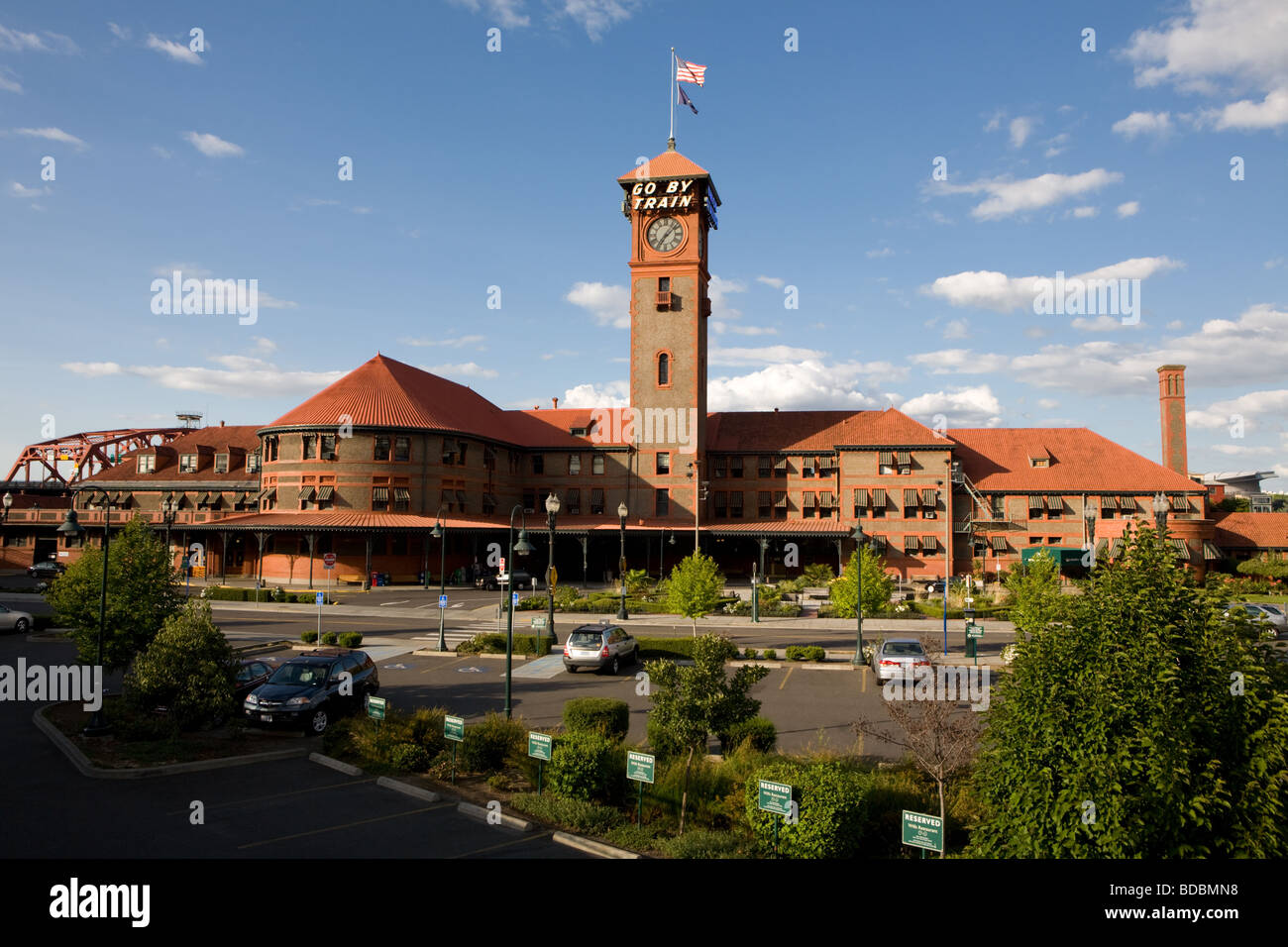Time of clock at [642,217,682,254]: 7:07
